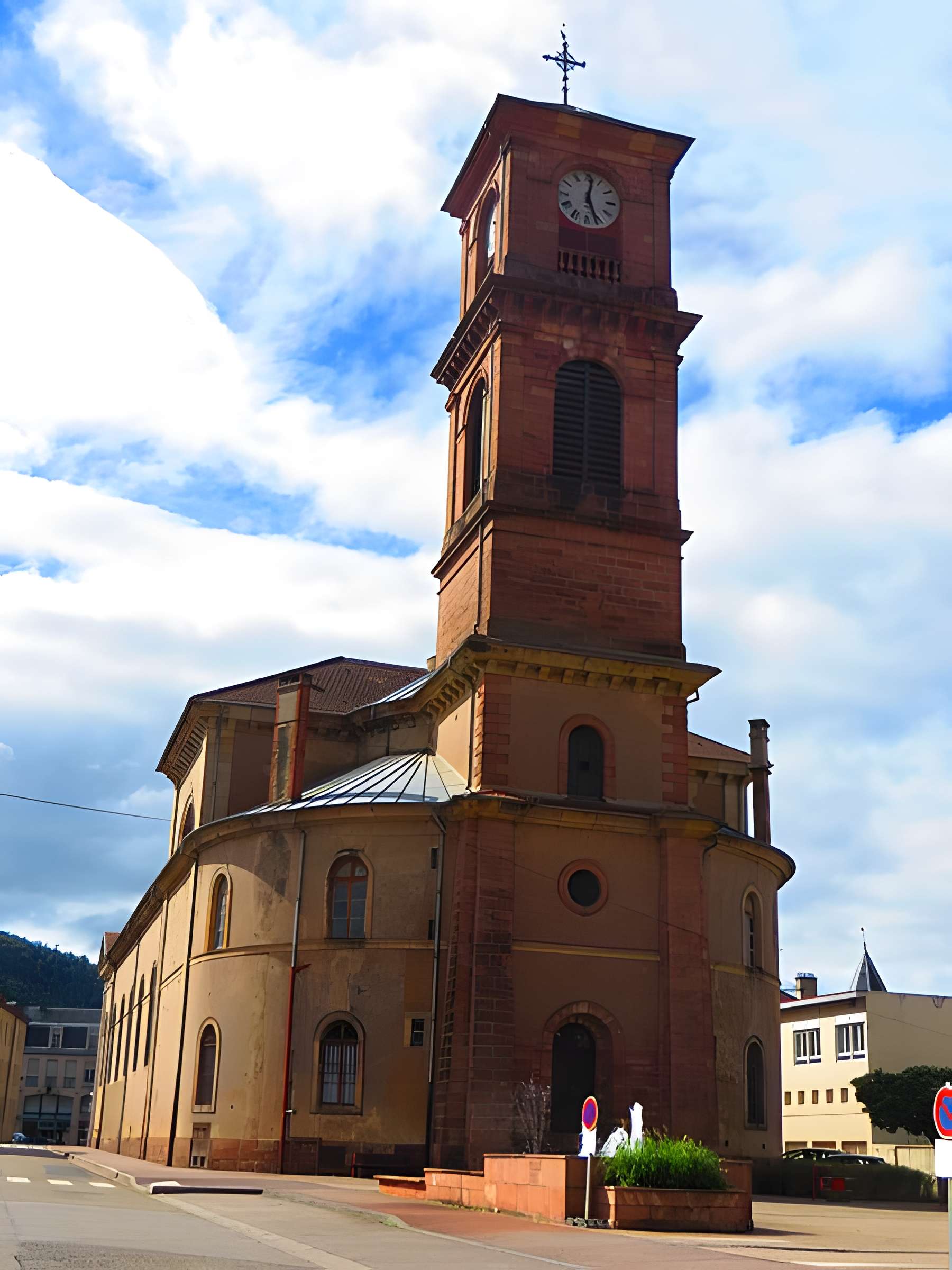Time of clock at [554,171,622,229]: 12:26
